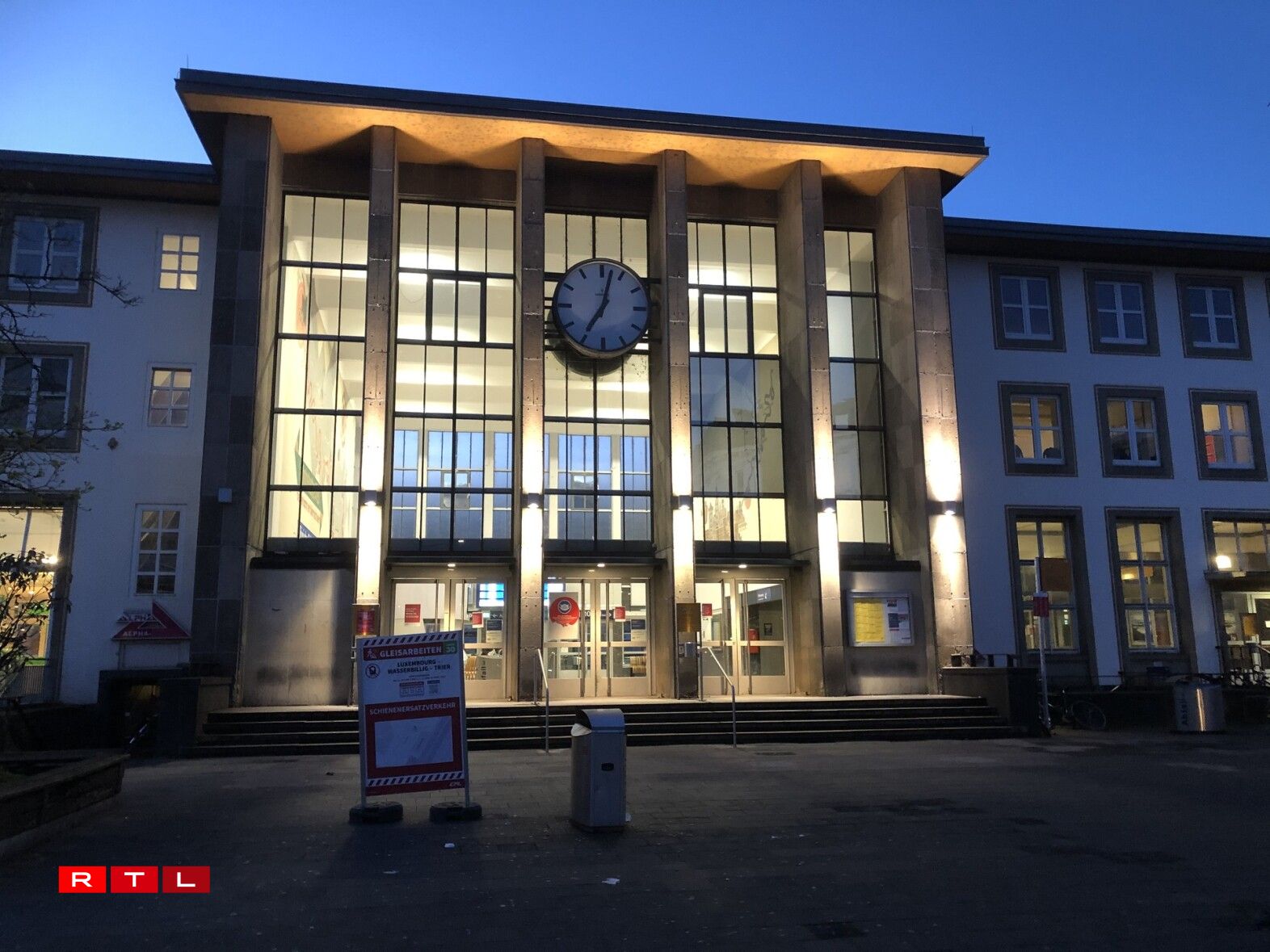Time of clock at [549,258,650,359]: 7:02
